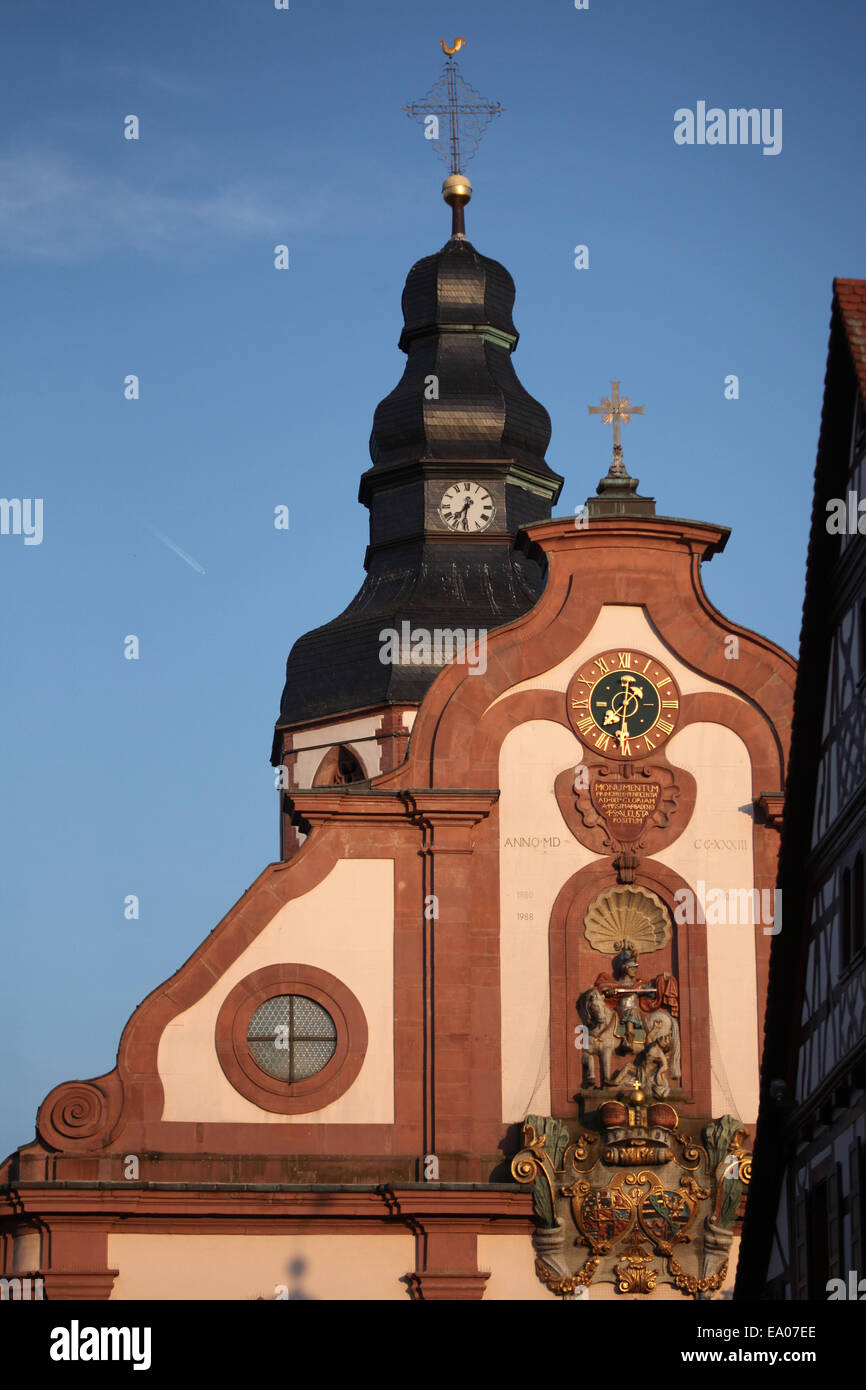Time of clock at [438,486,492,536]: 7:31
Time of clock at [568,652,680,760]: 7:30
